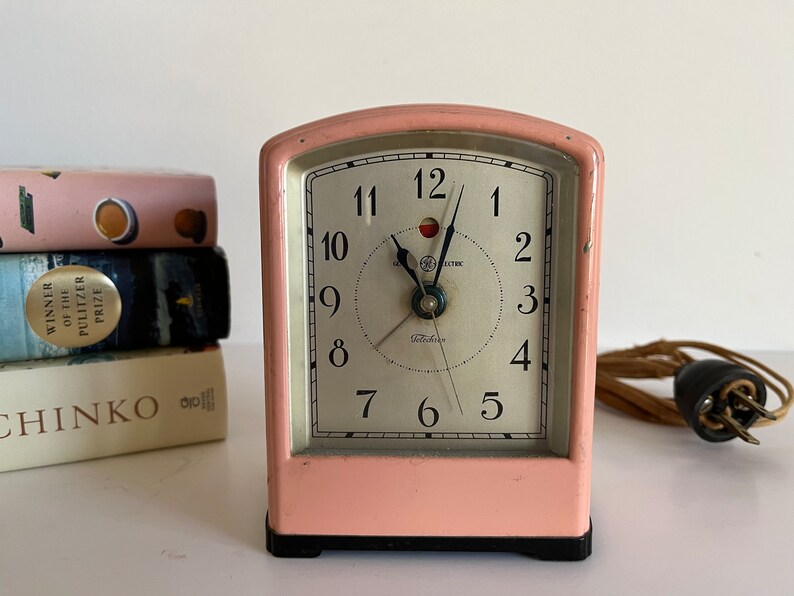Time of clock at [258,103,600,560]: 11:02
